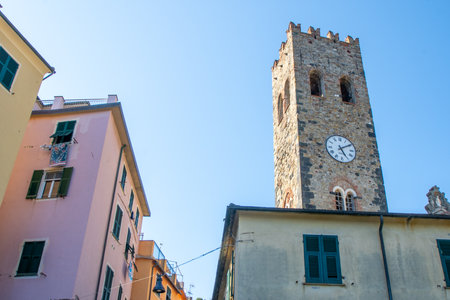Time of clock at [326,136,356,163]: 5:09
